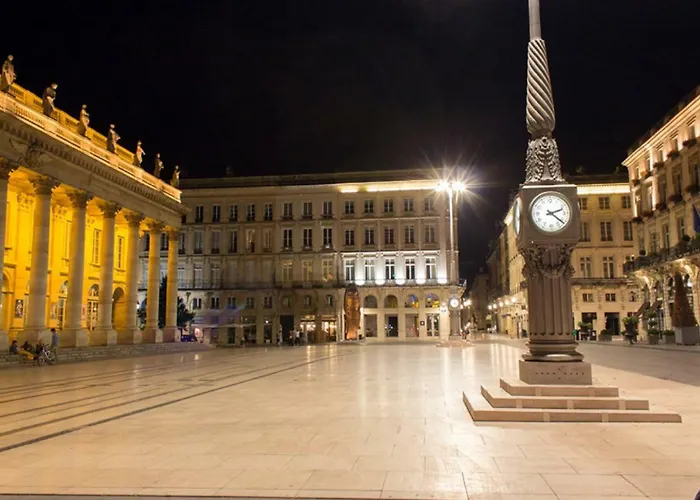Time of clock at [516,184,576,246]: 2:21
